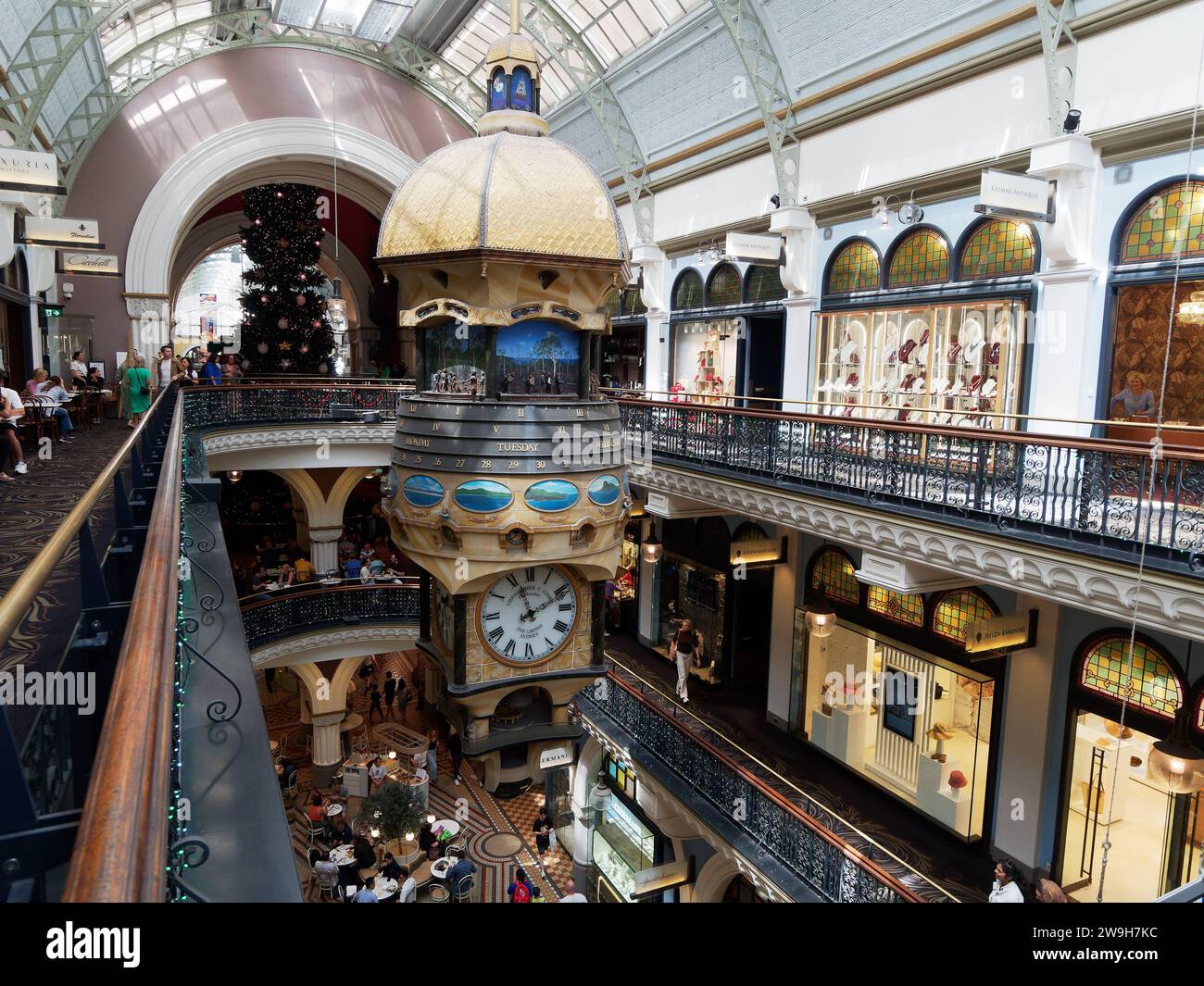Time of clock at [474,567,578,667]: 11:11
